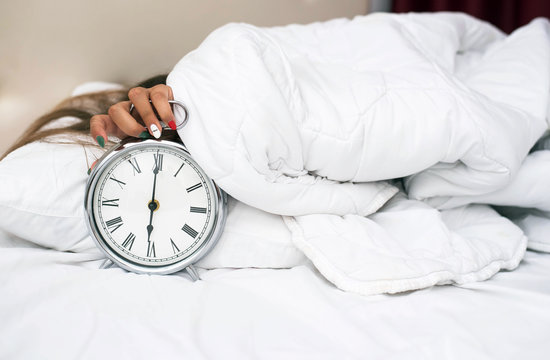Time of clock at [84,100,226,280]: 6:00
